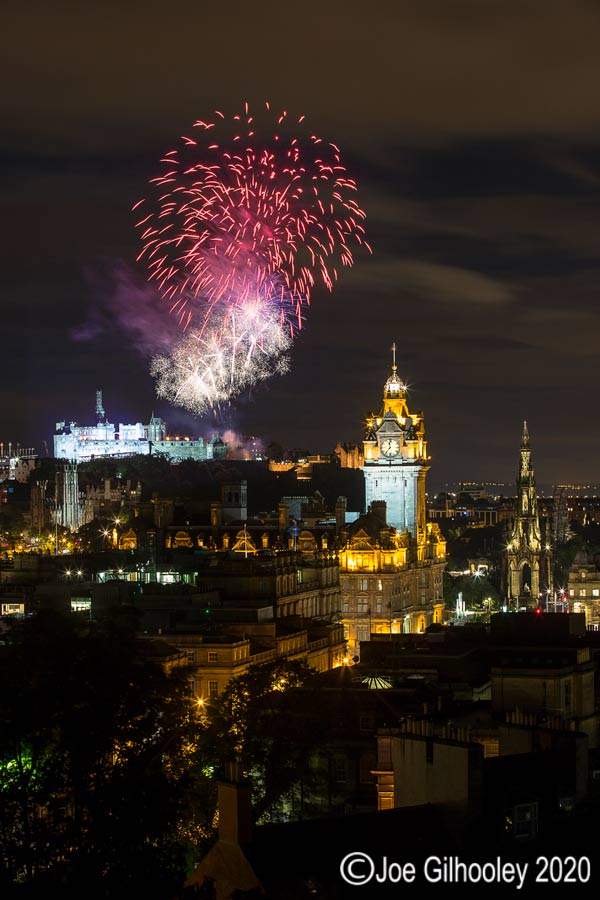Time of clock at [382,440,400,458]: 11:36
